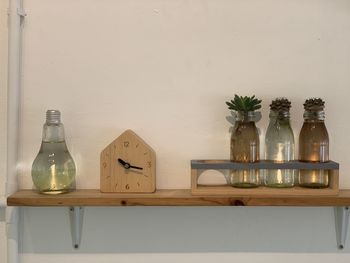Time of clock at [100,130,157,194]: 10:17
